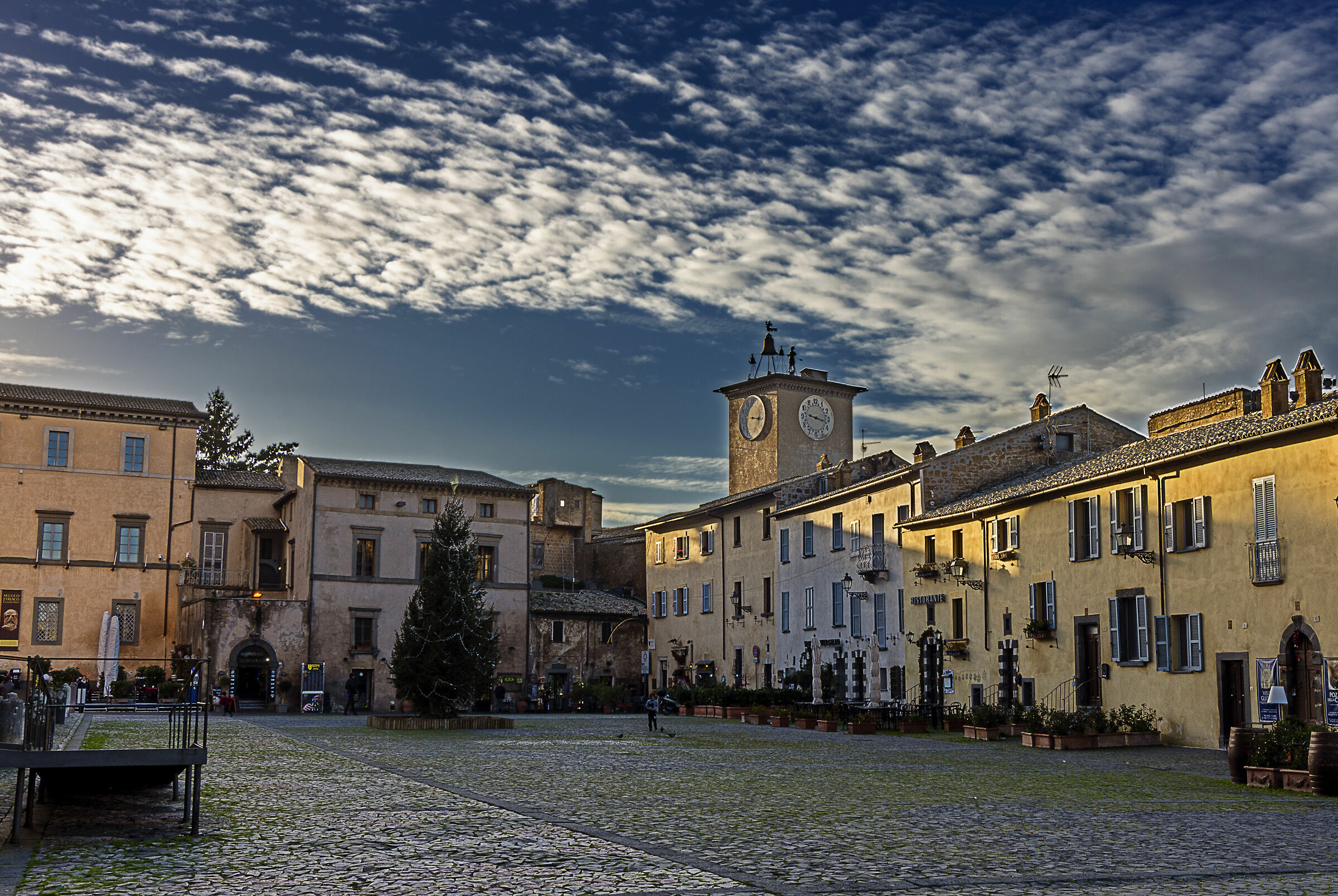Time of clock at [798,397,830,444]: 9:16
